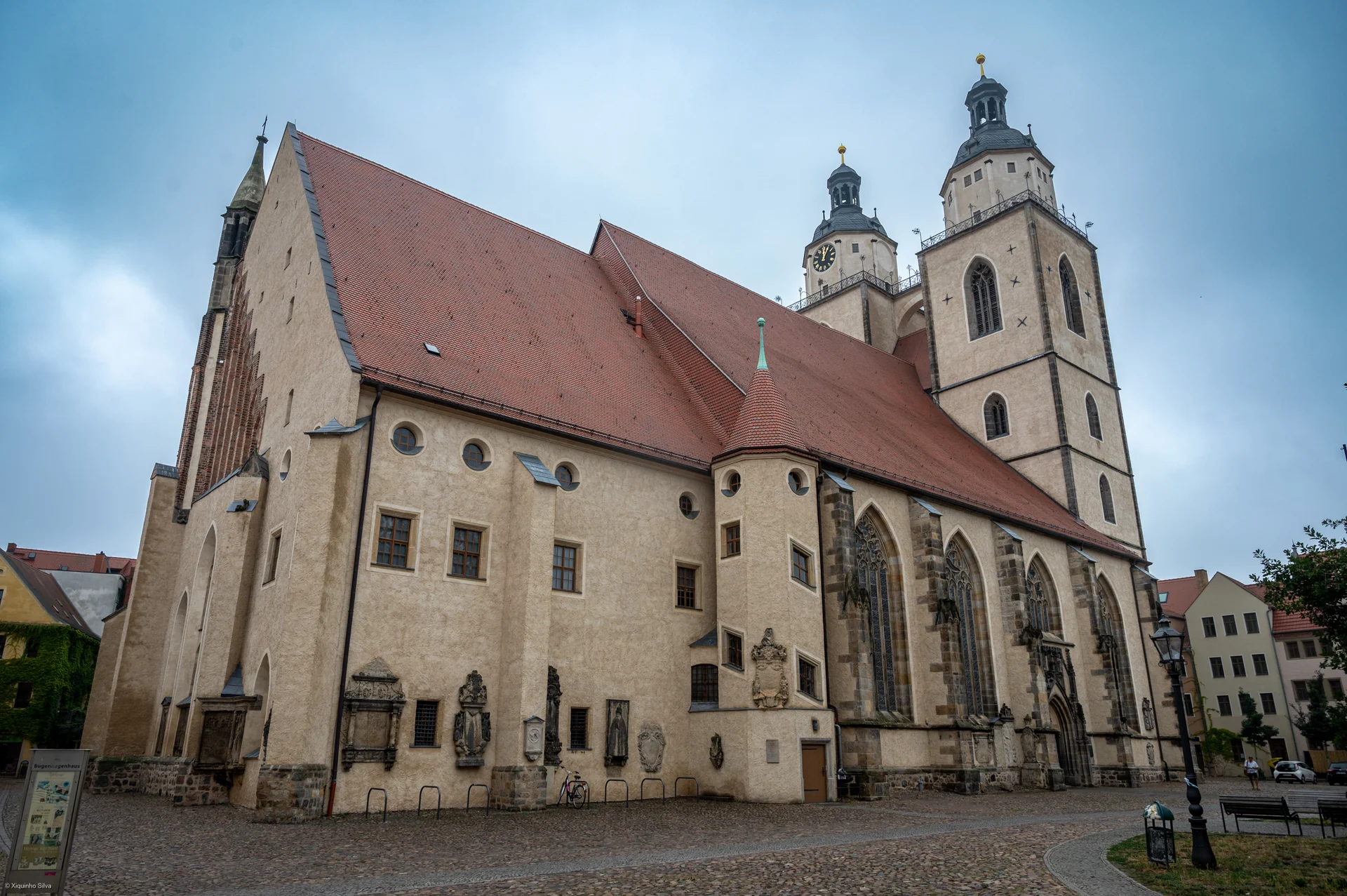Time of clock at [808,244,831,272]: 12:05
